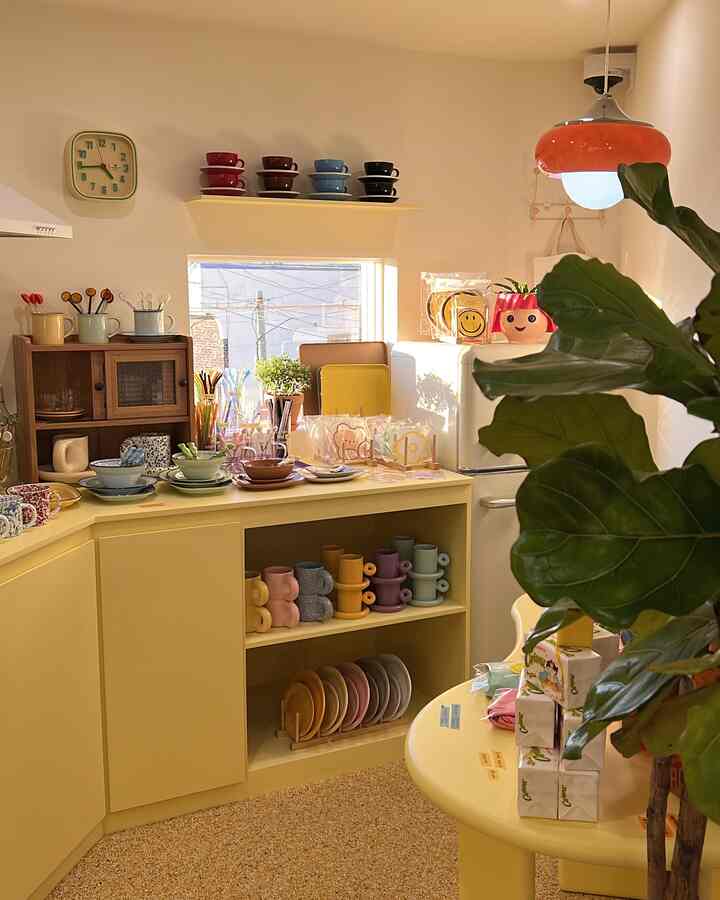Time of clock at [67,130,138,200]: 4:44
